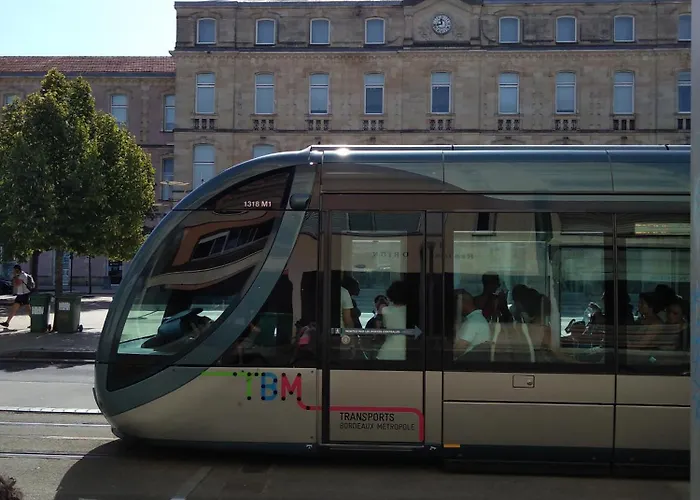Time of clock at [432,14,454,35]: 11:42
